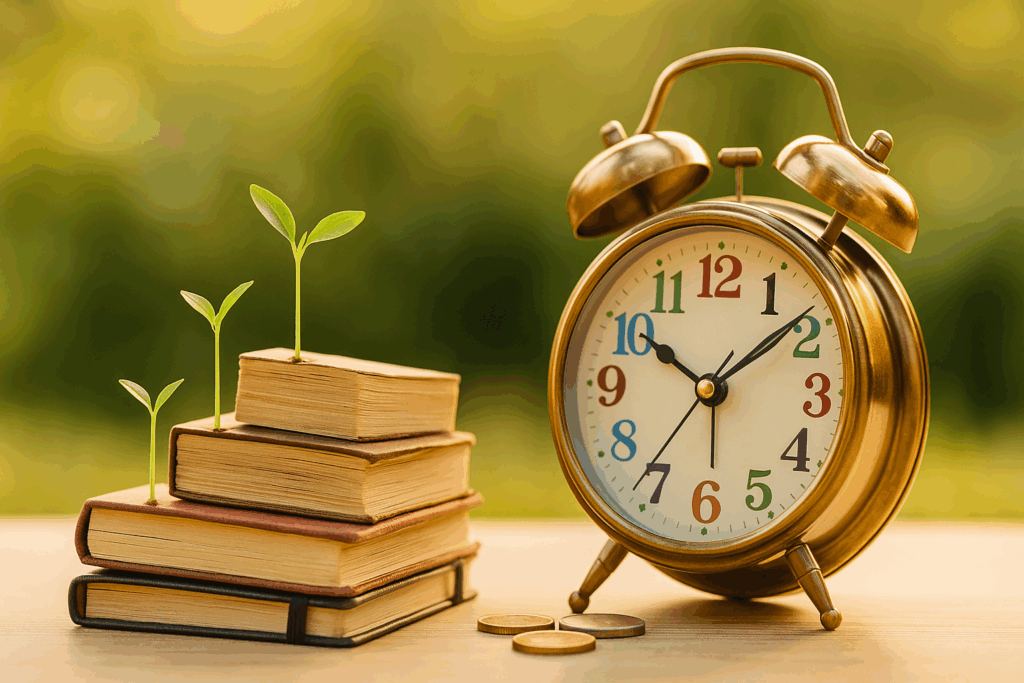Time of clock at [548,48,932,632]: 10:08
